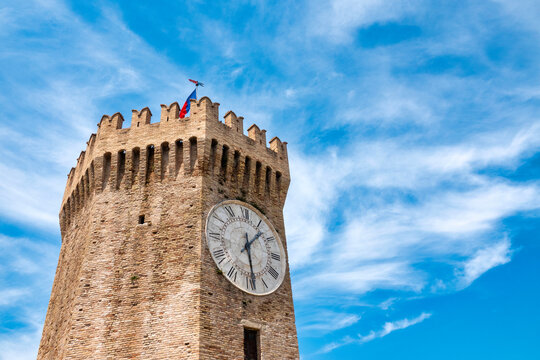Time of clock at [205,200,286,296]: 1:28
